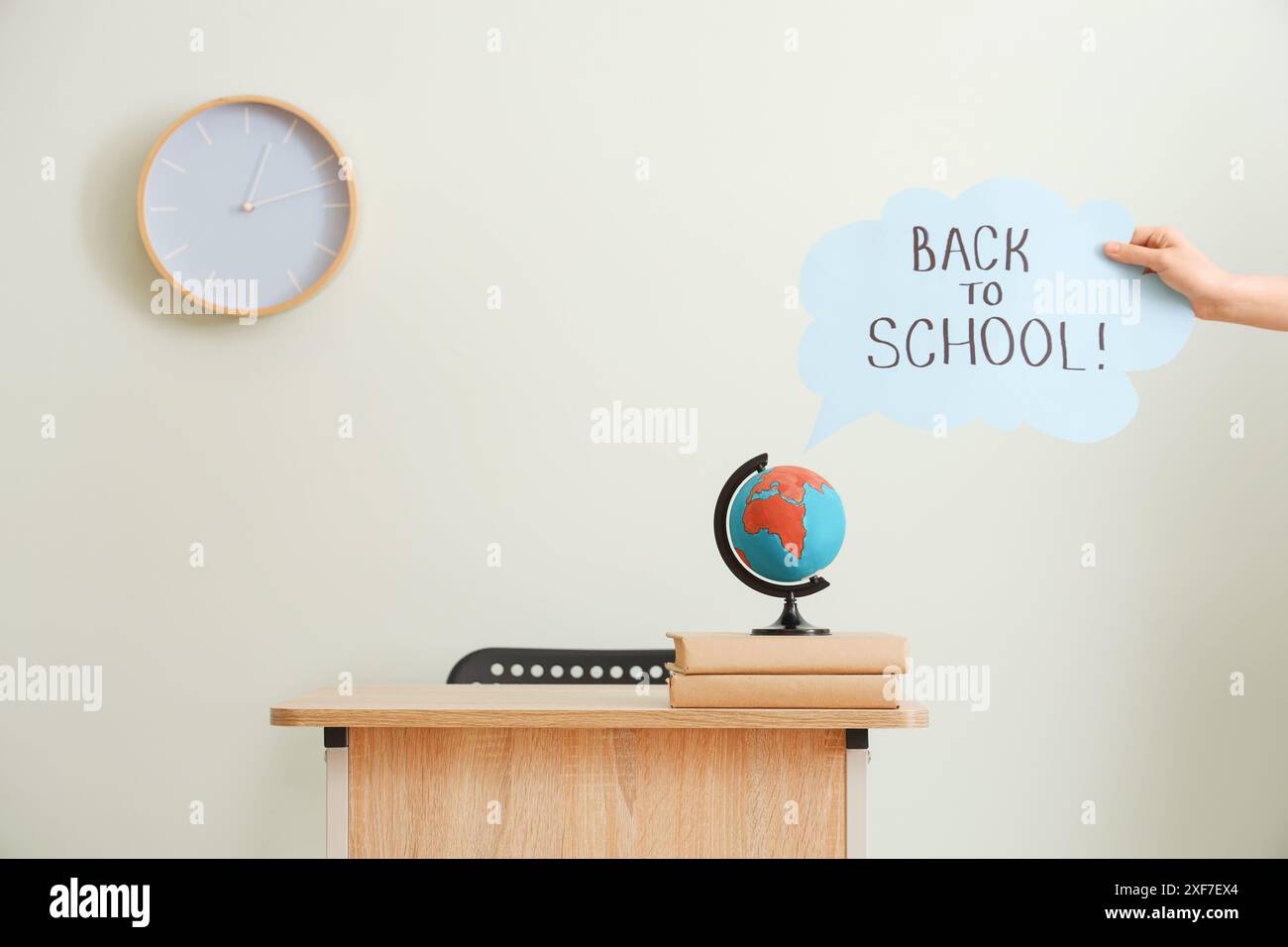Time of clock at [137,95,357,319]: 1:03
